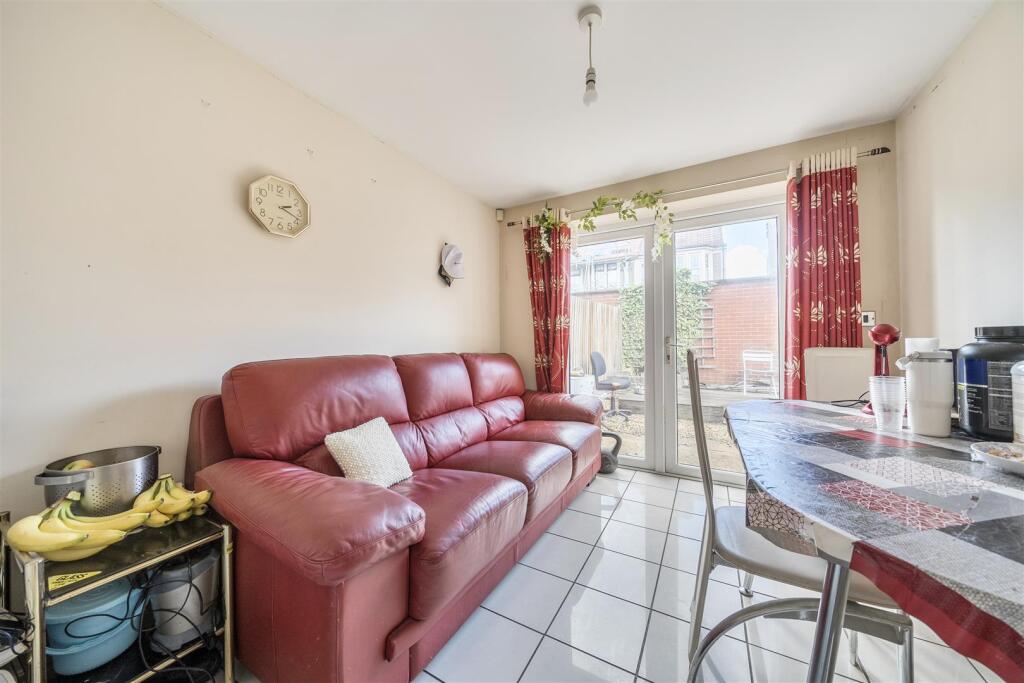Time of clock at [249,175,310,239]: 2:18
